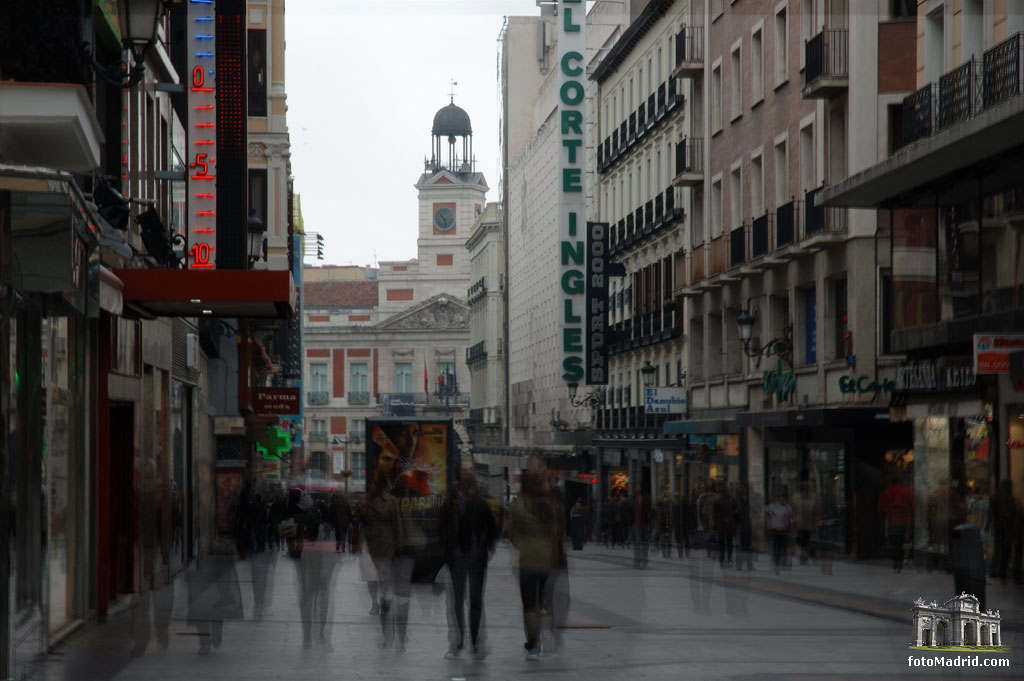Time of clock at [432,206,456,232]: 10:28
